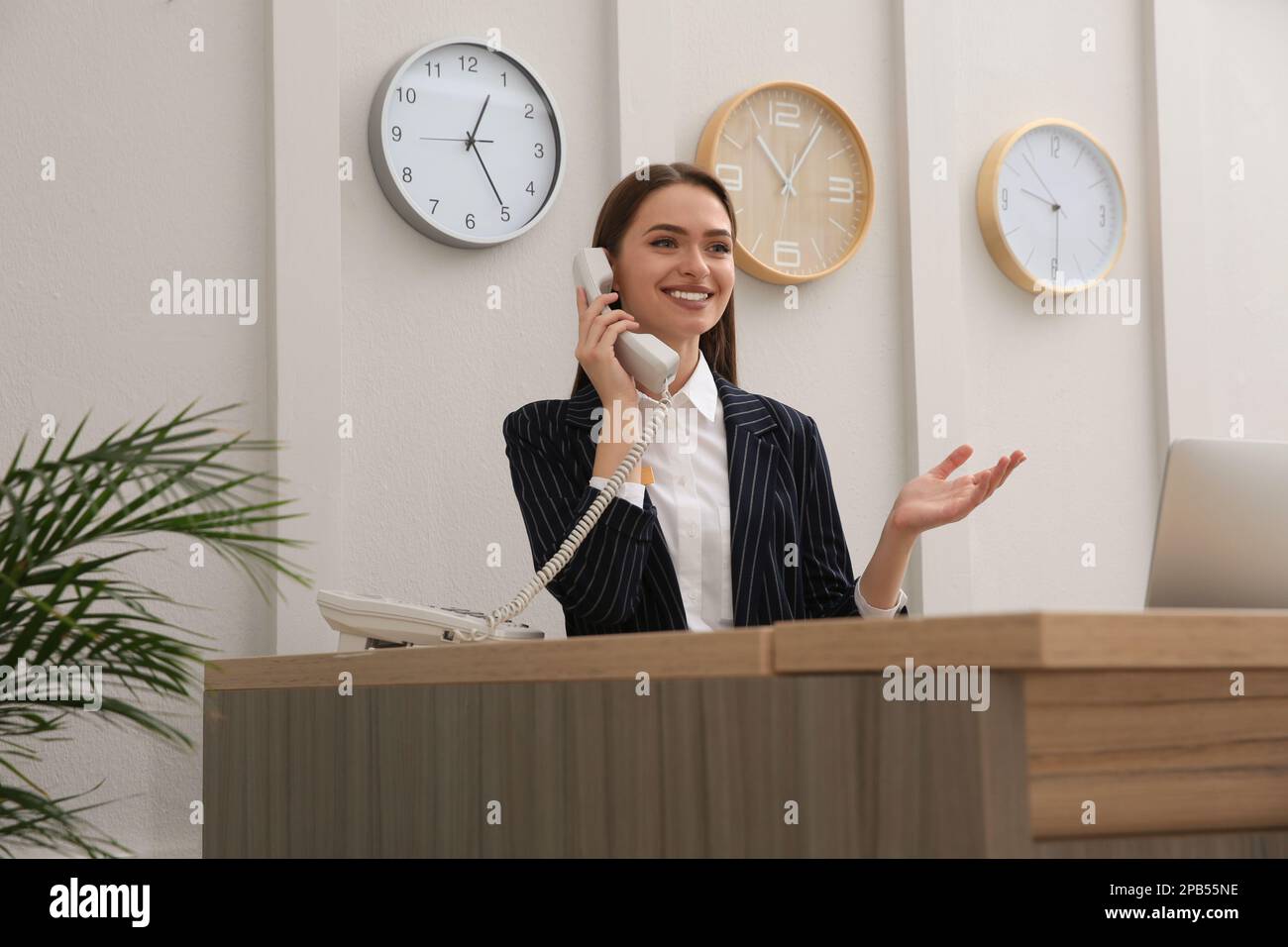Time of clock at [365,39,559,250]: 12:24
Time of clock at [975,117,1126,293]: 9:29
